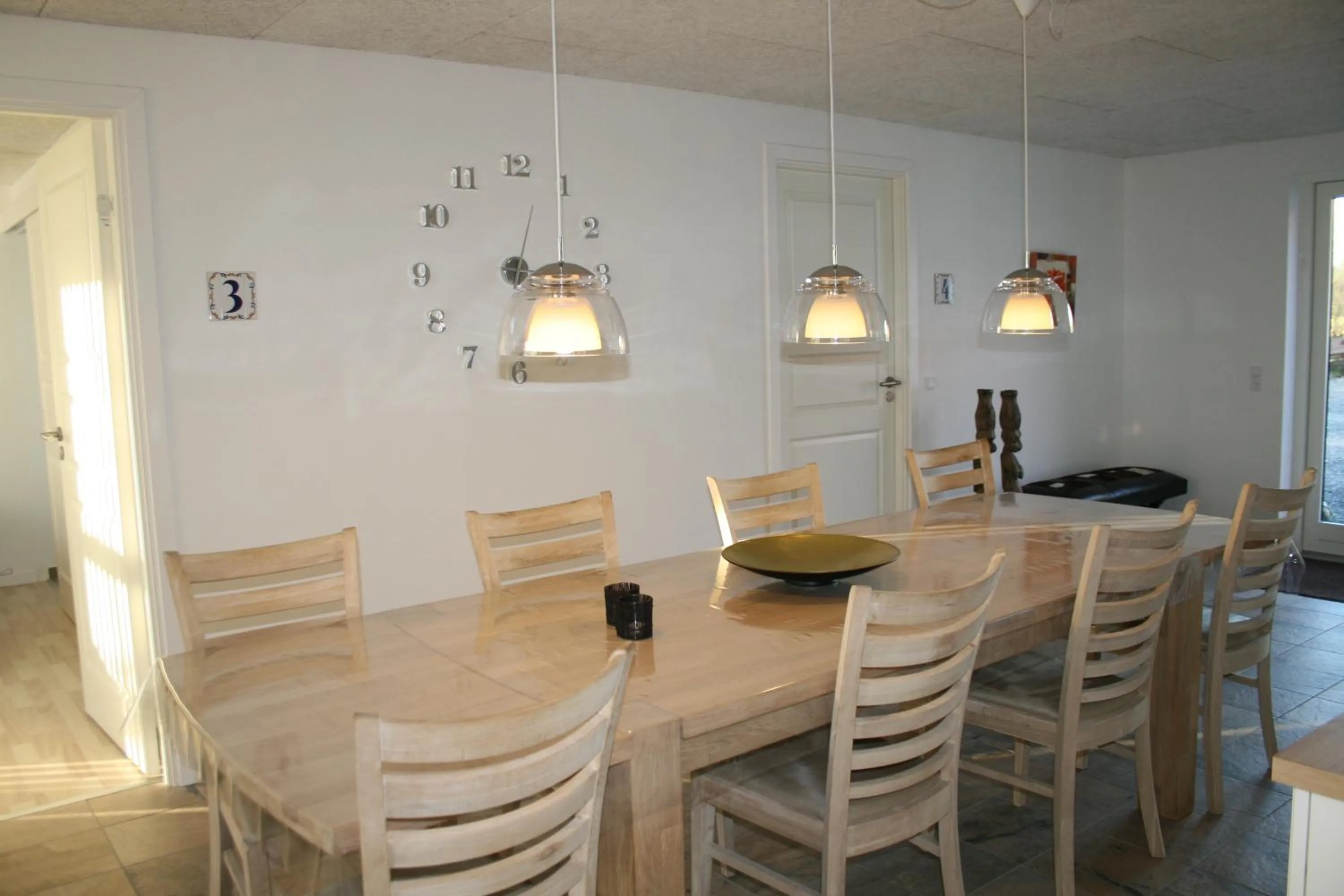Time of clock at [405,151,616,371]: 3:14
